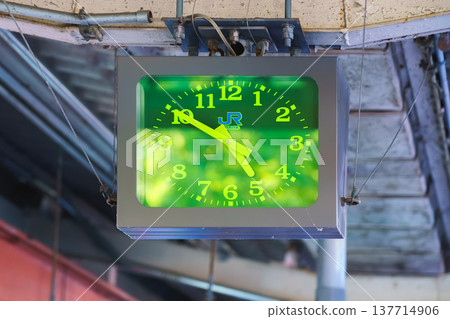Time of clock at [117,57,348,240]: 4:50
